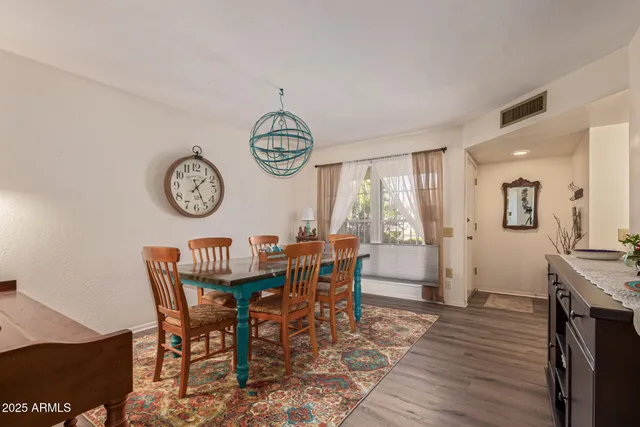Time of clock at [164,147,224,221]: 1:25
